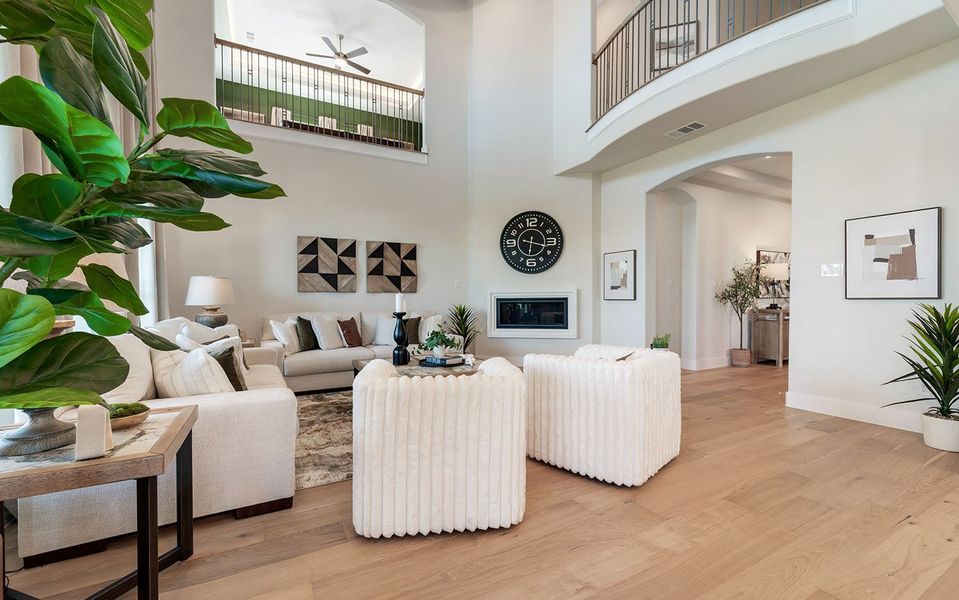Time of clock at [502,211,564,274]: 6:17
